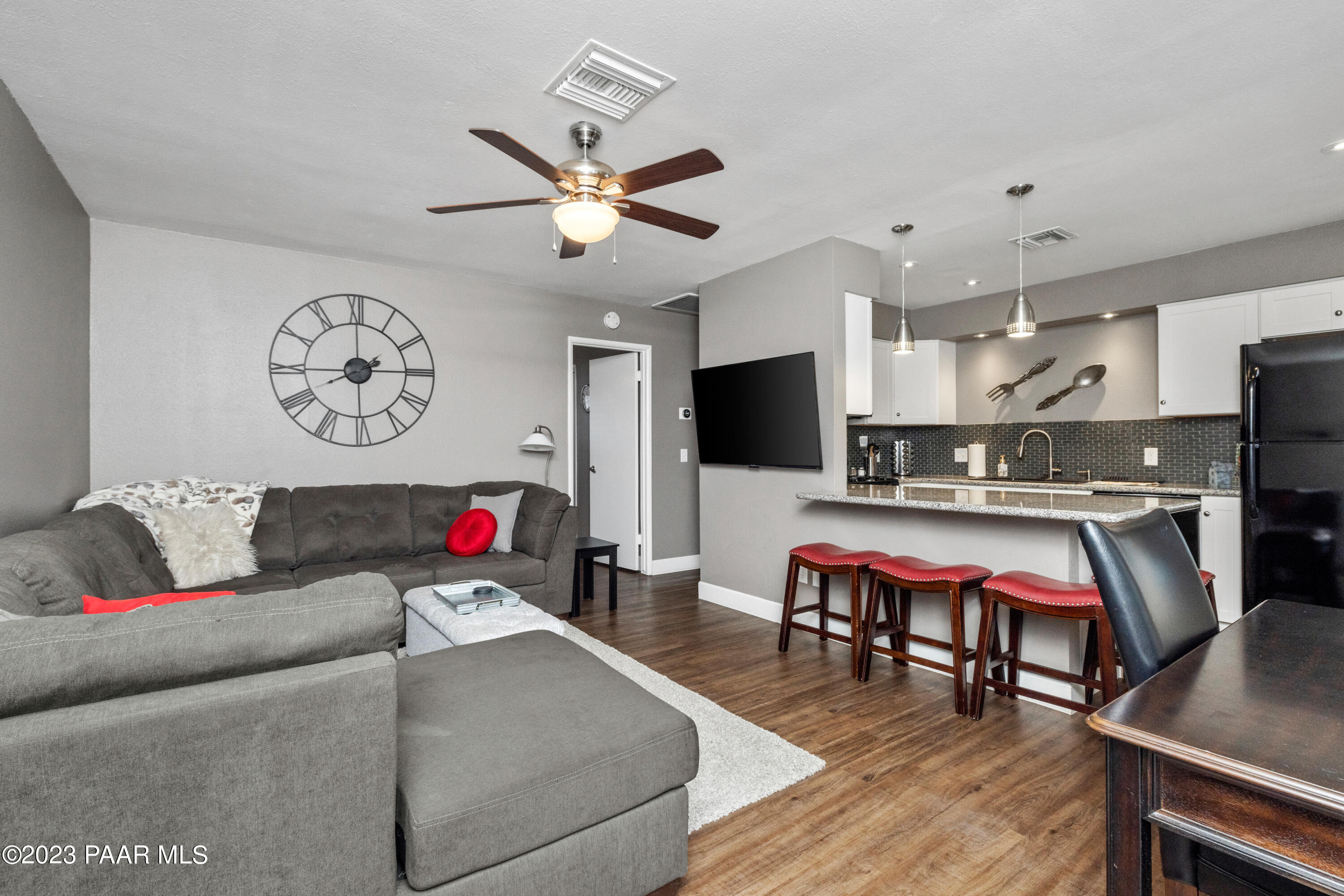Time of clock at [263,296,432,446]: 2:00
